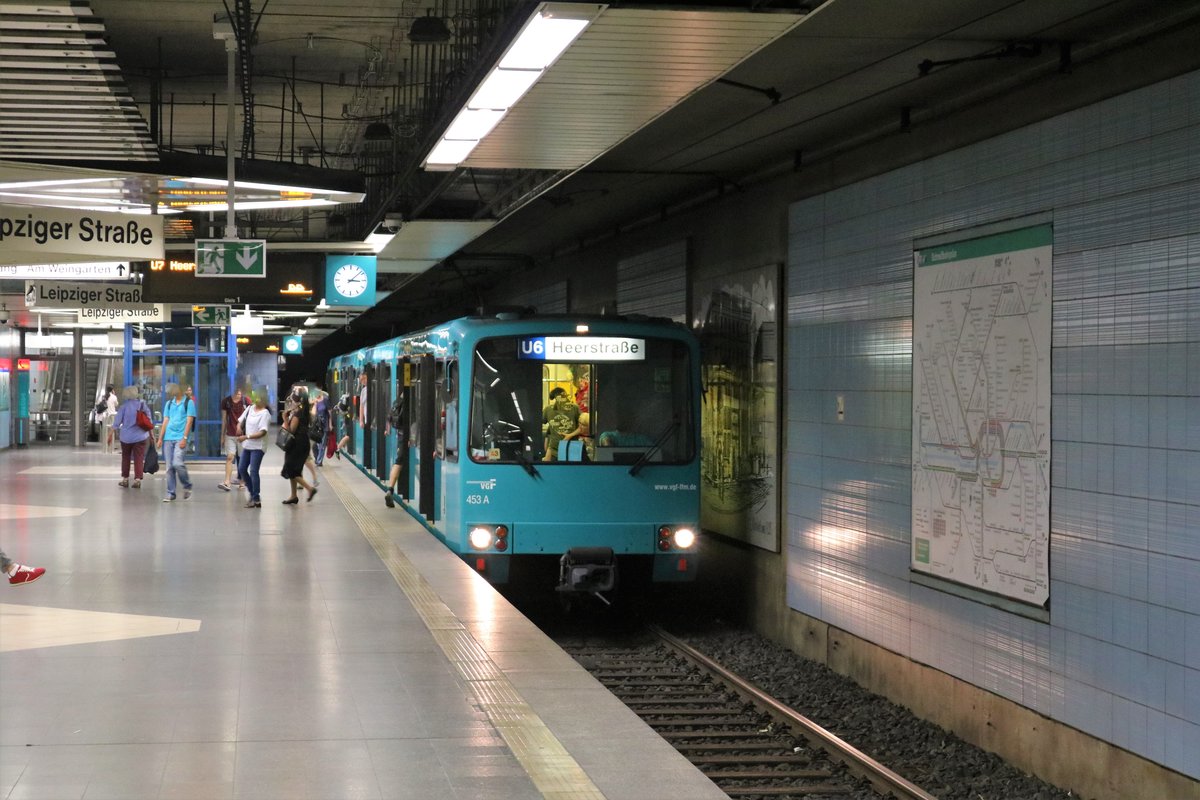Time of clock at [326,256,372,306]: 3:08
